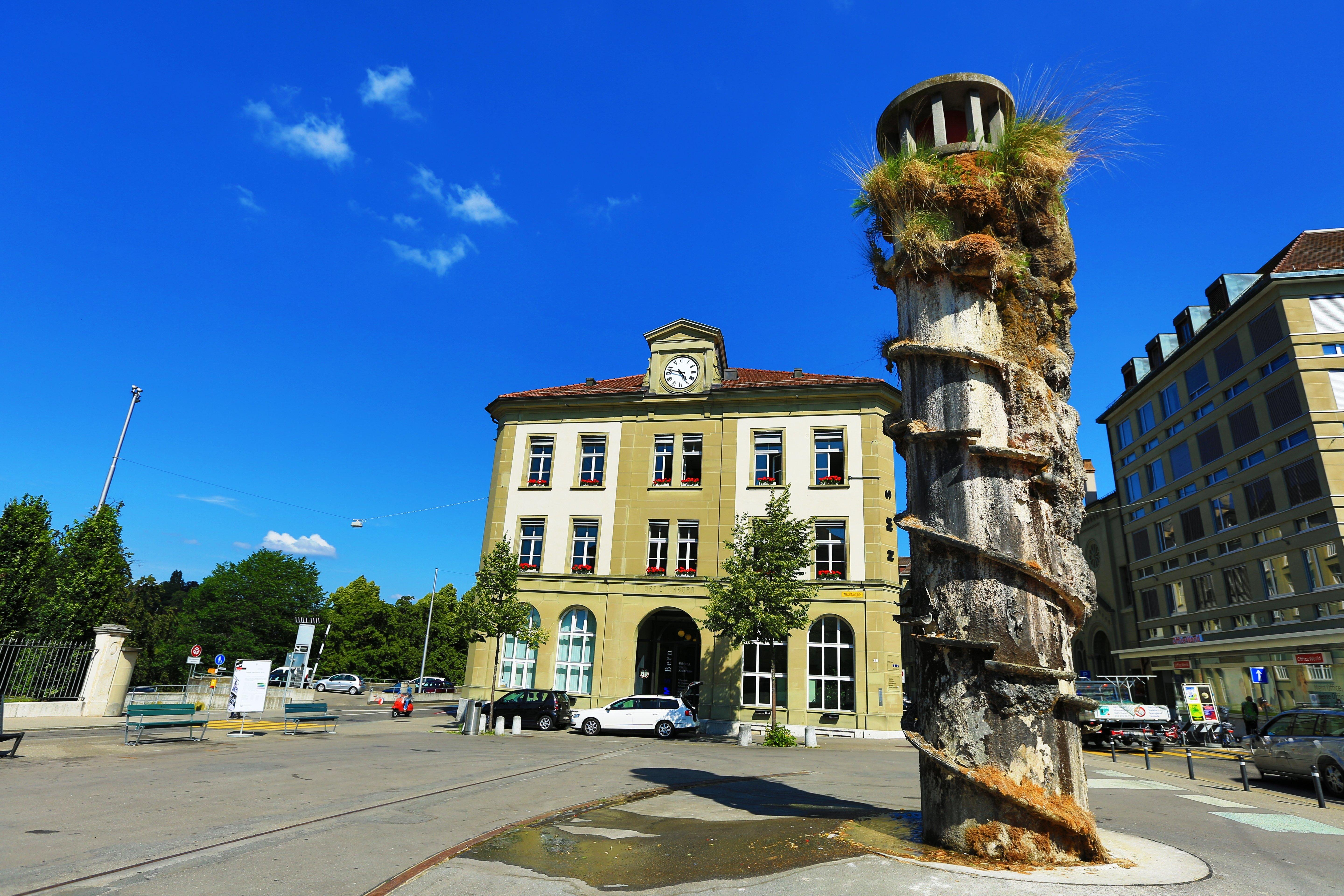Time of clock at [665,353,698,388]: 4:47
